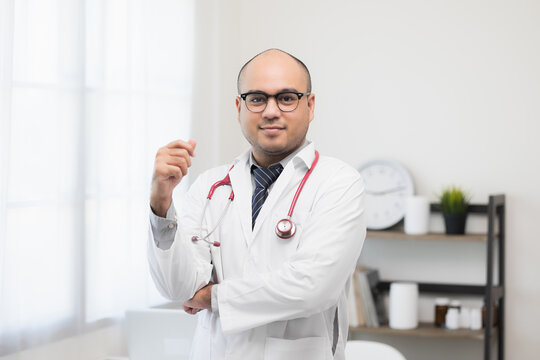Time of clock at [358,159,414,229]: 9:12
